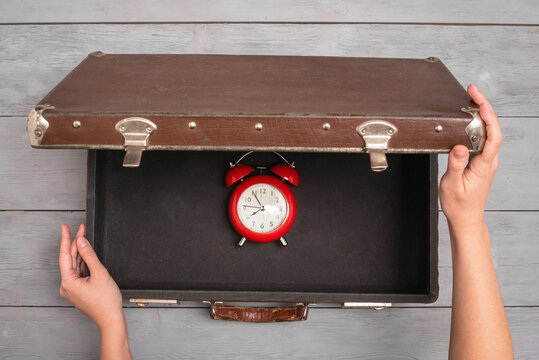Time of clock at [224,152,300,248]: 7:54
